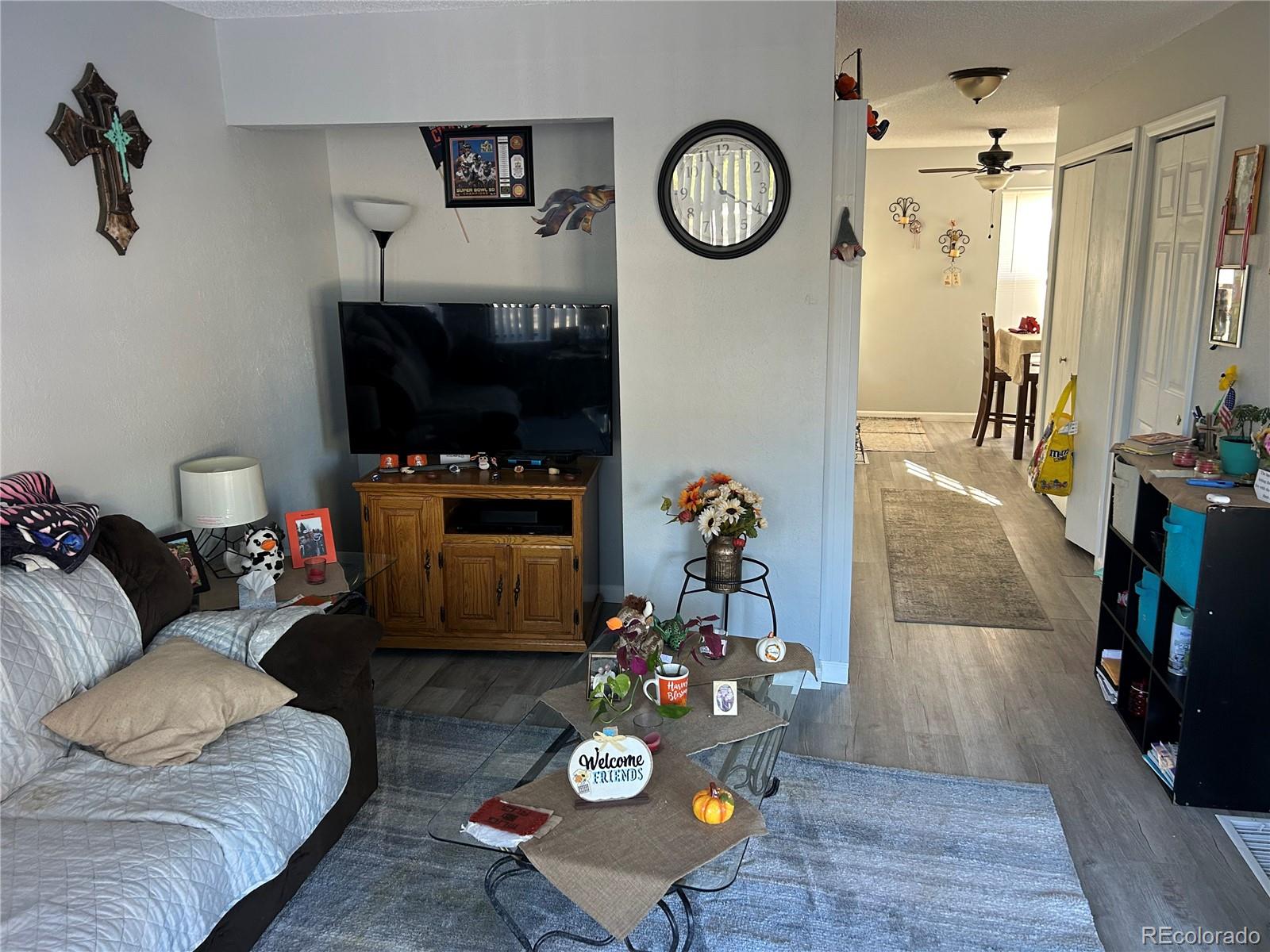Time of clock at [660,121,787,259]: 12:20
